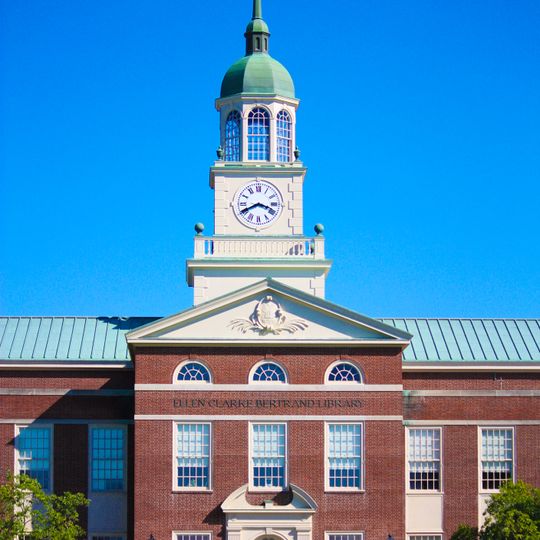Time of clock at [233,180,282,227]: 3:40
